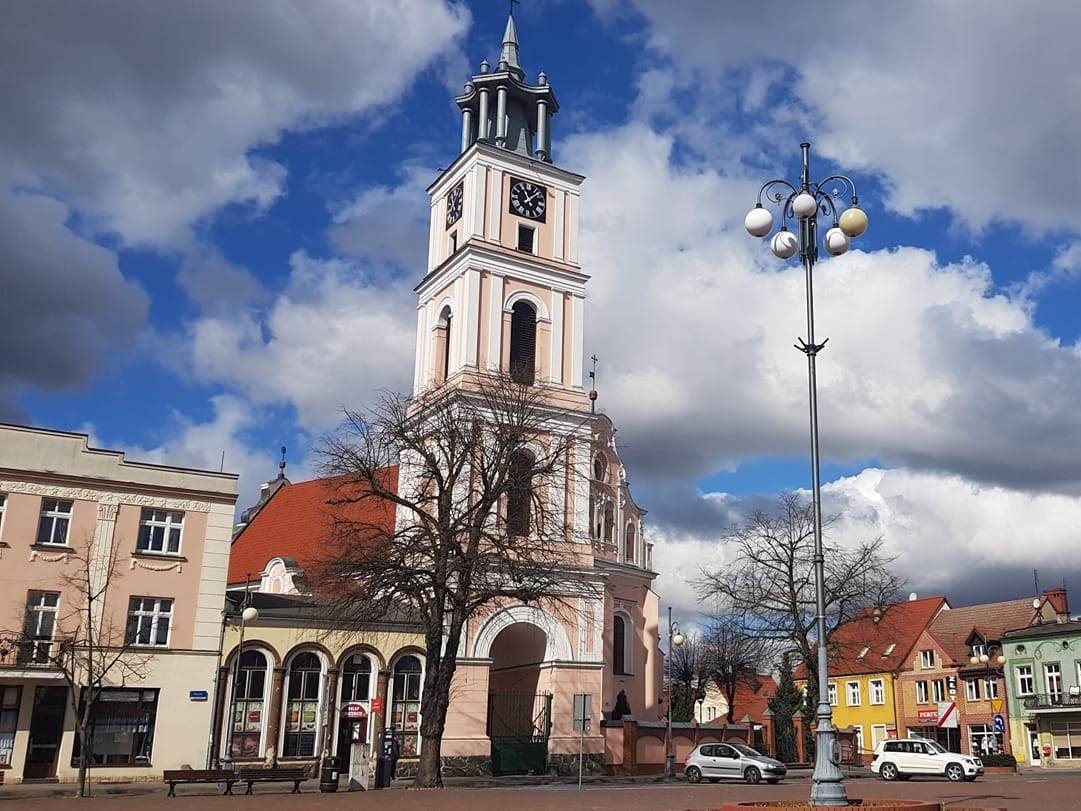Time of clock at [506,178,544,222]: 11:07
